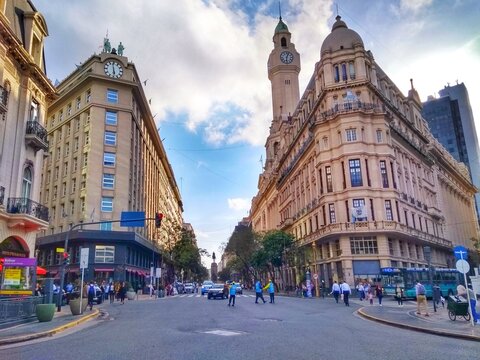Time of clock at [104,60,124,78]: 5:58
